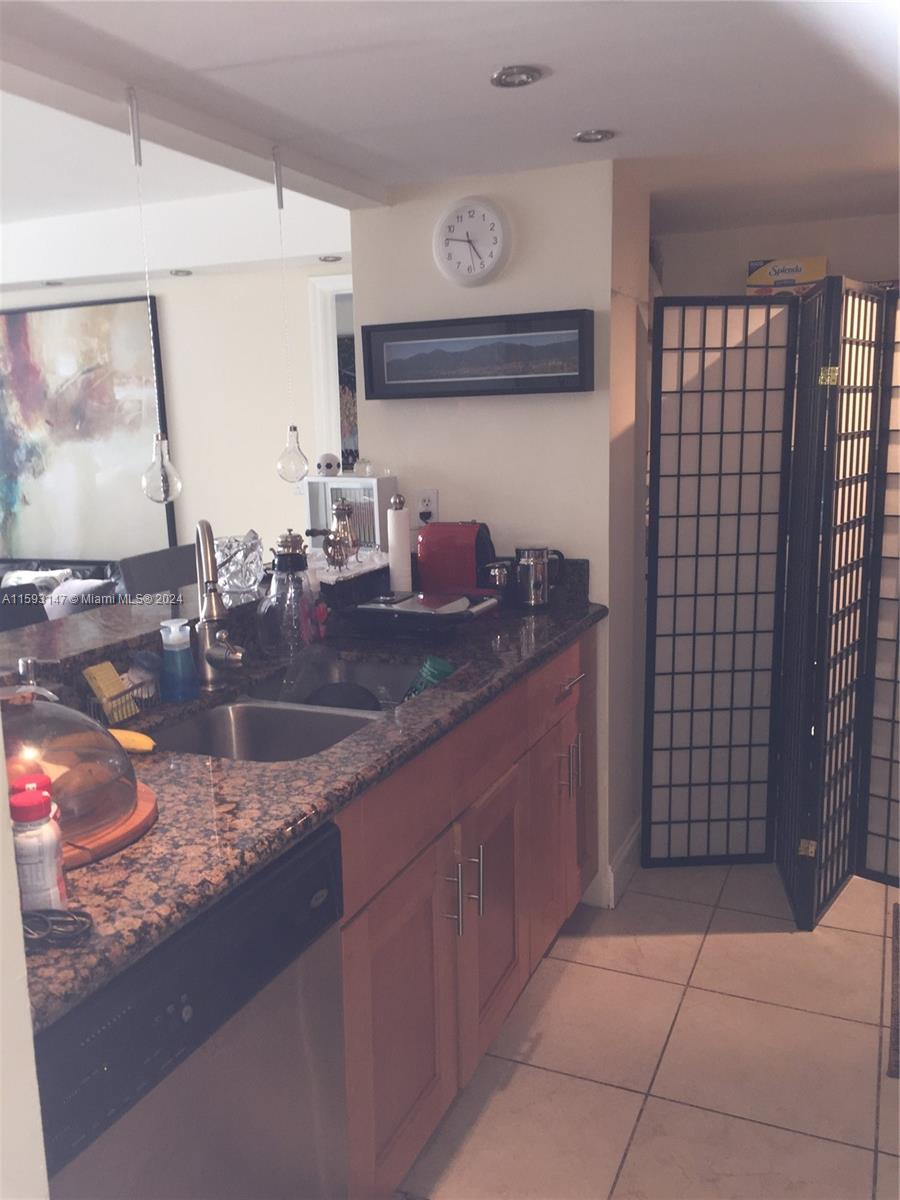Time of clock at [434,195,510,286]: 4:46
